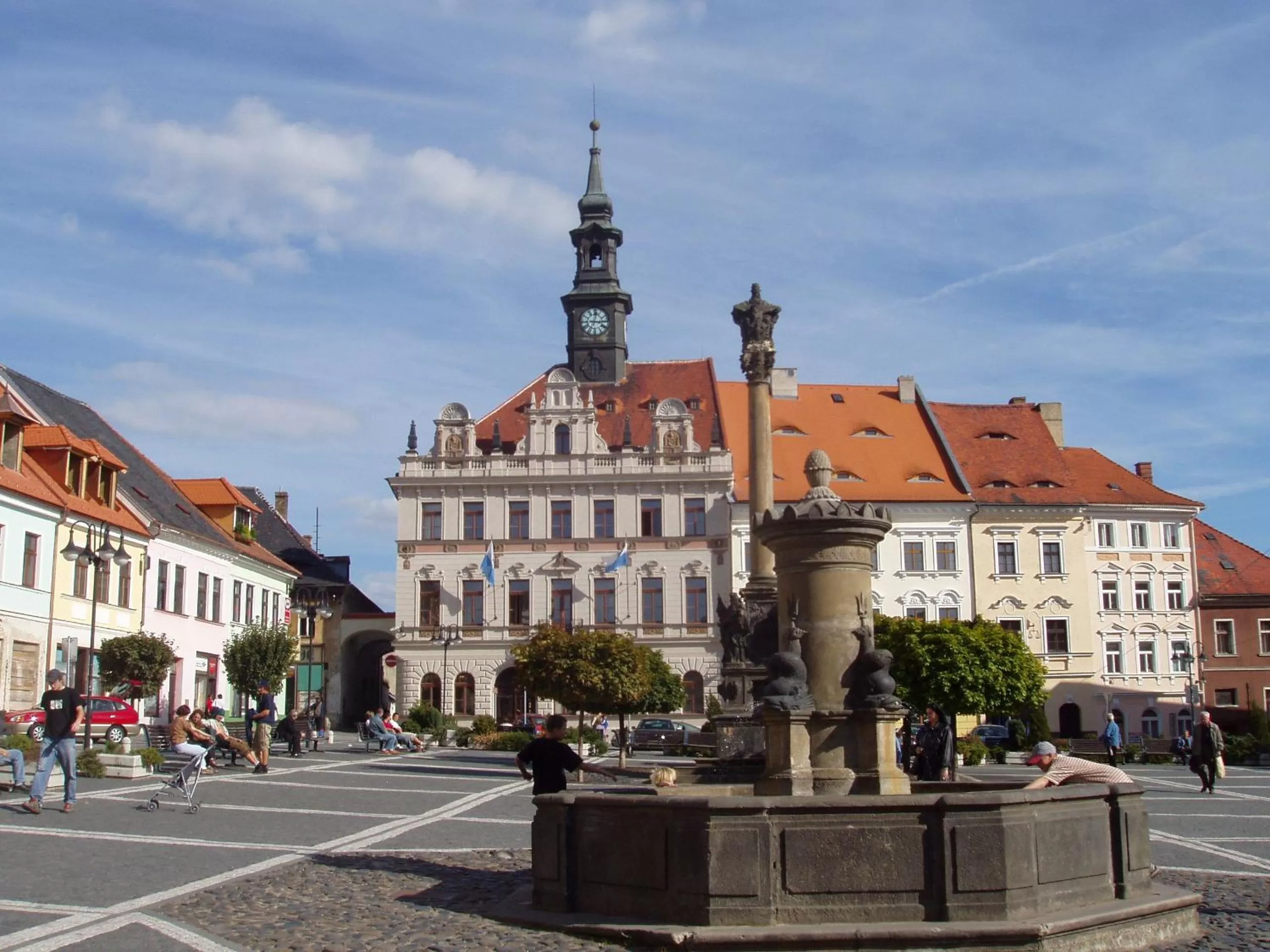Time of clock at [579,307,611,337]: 3:02
